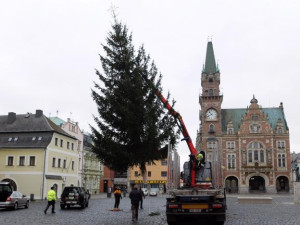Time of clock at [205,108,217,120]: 10:41
